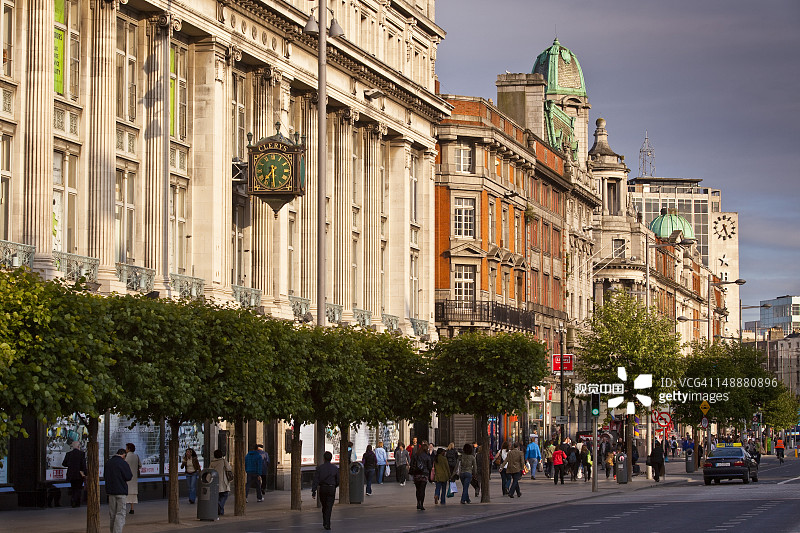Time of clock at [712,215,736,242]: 7:26
